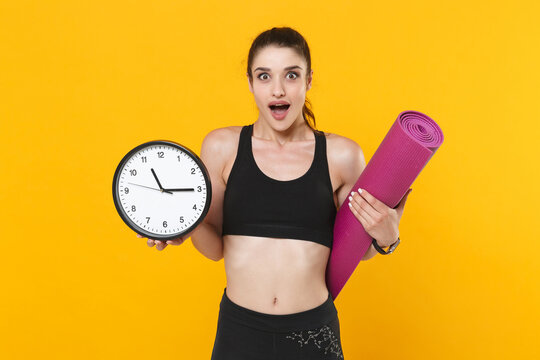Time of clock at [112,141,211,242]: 11:14
